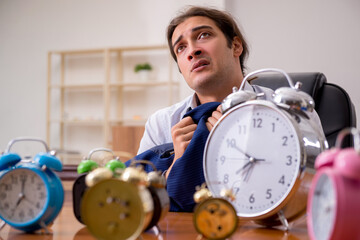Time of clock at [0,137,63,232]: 7:00
